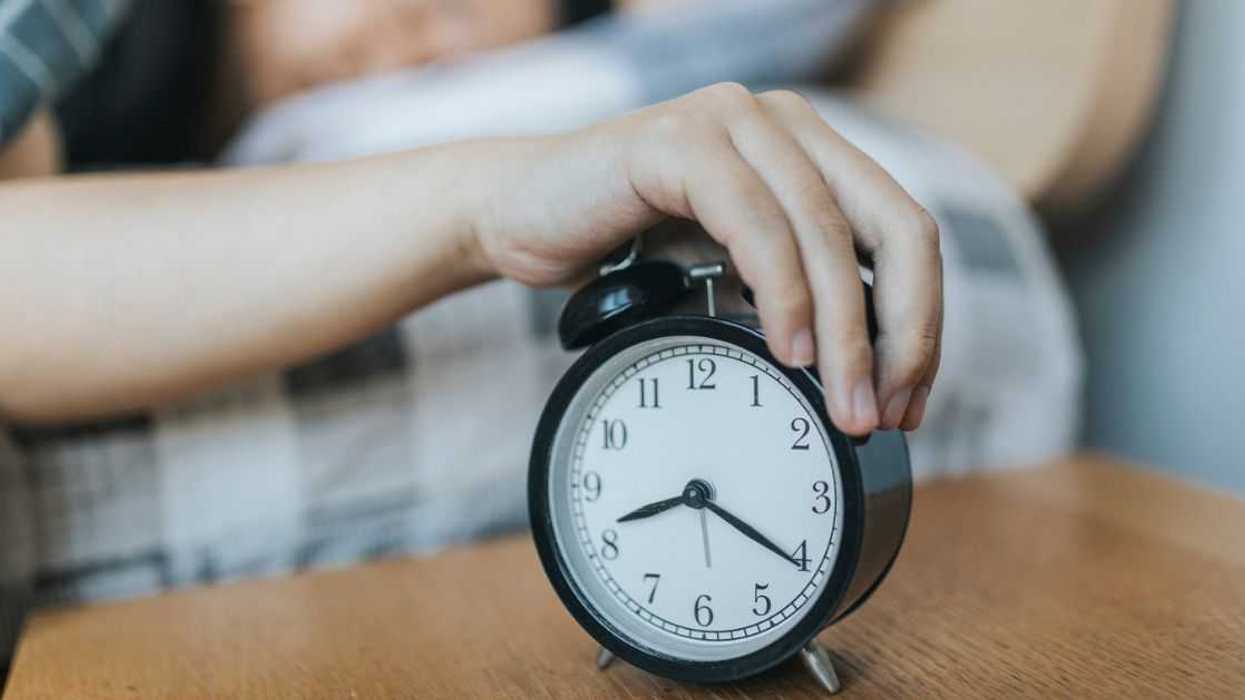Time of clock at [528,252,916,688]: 8:20
